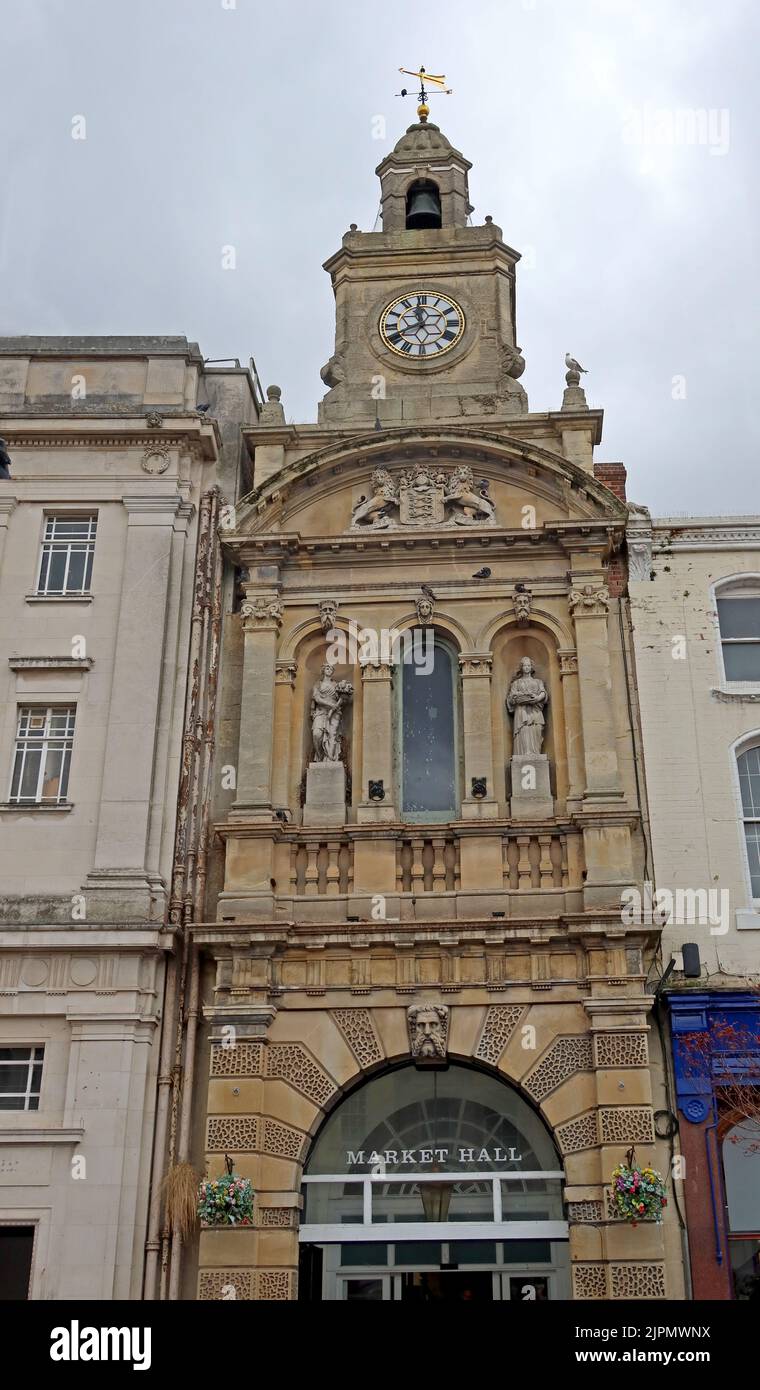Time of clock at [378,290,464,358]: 11:41
